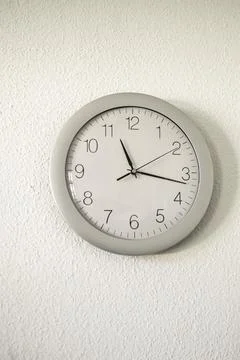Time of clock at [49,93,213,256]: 11:16
